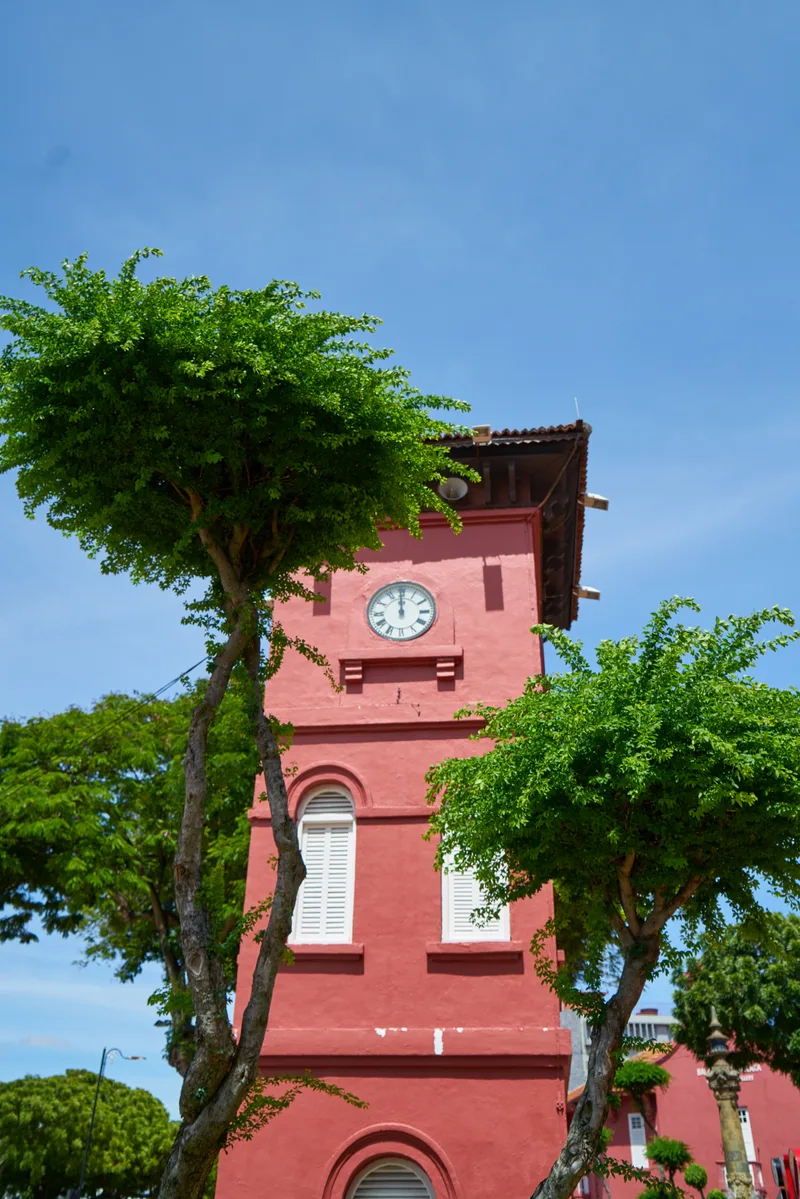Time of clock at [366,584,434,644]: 11:59
